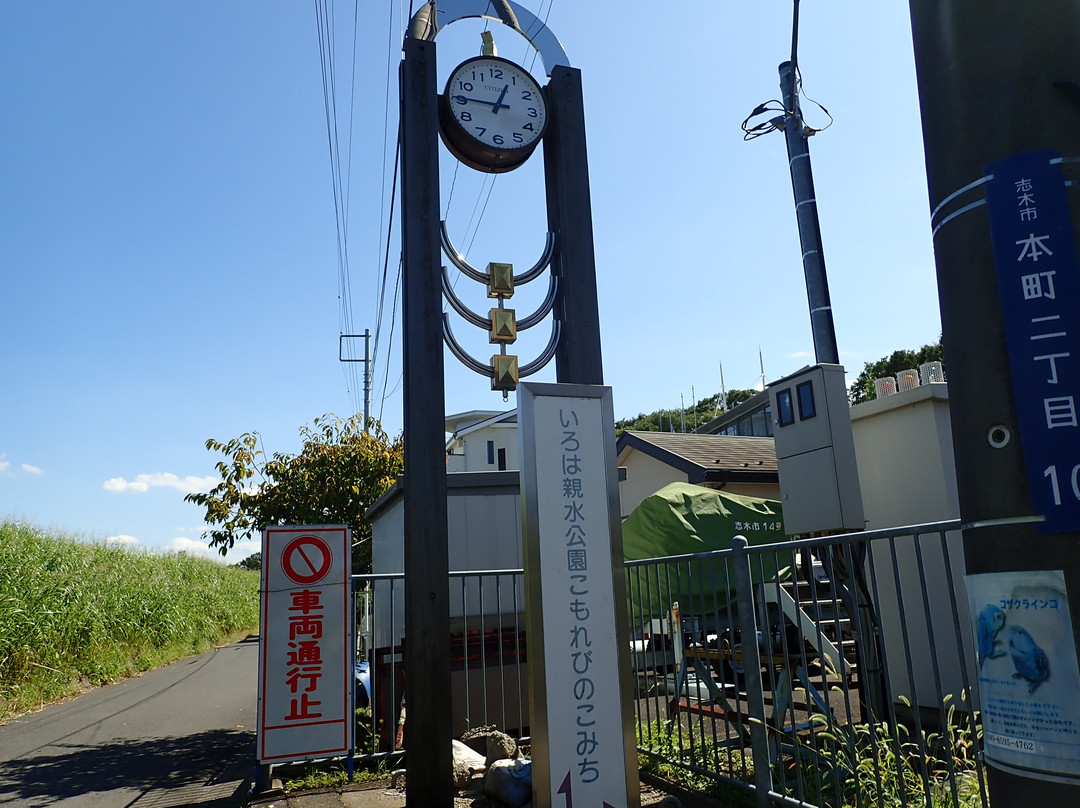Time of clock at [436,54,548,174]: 12:45
